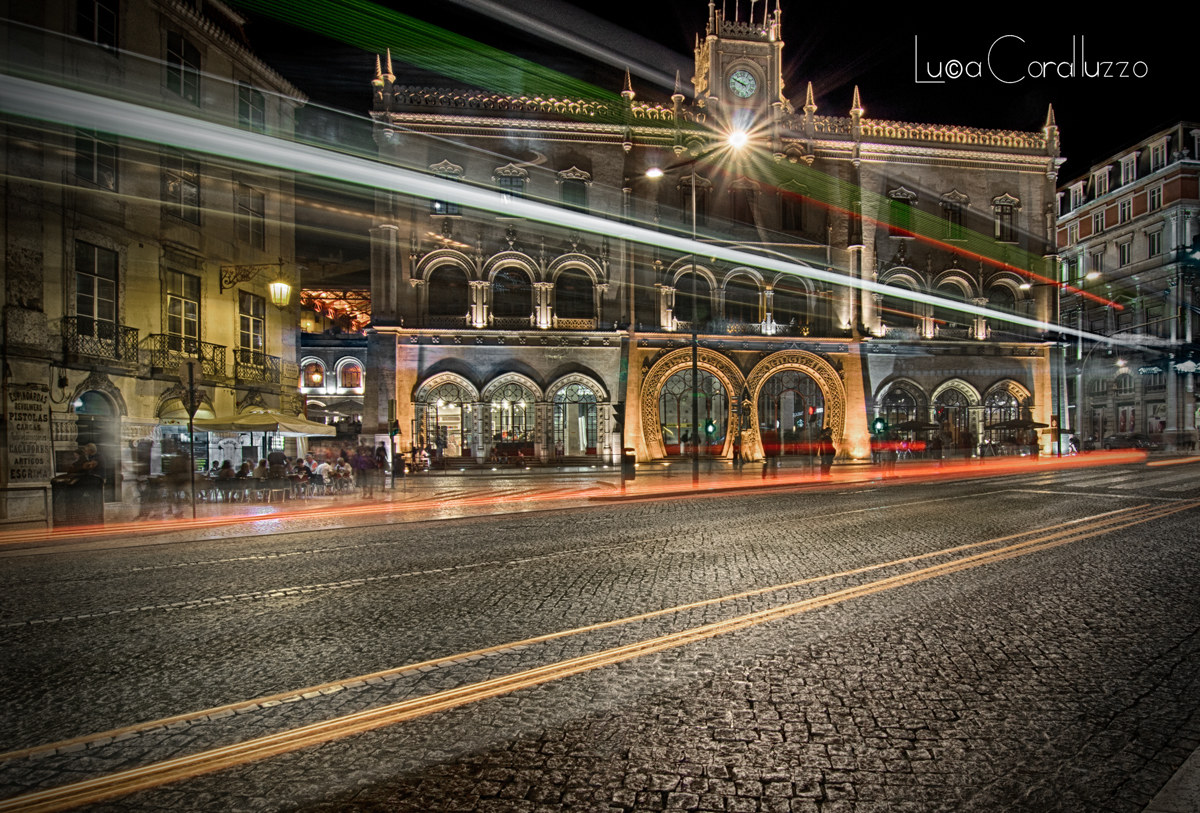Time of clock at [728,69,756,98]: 9:49
